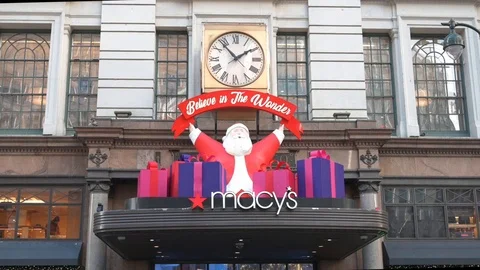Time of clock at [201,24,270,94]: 1:53
